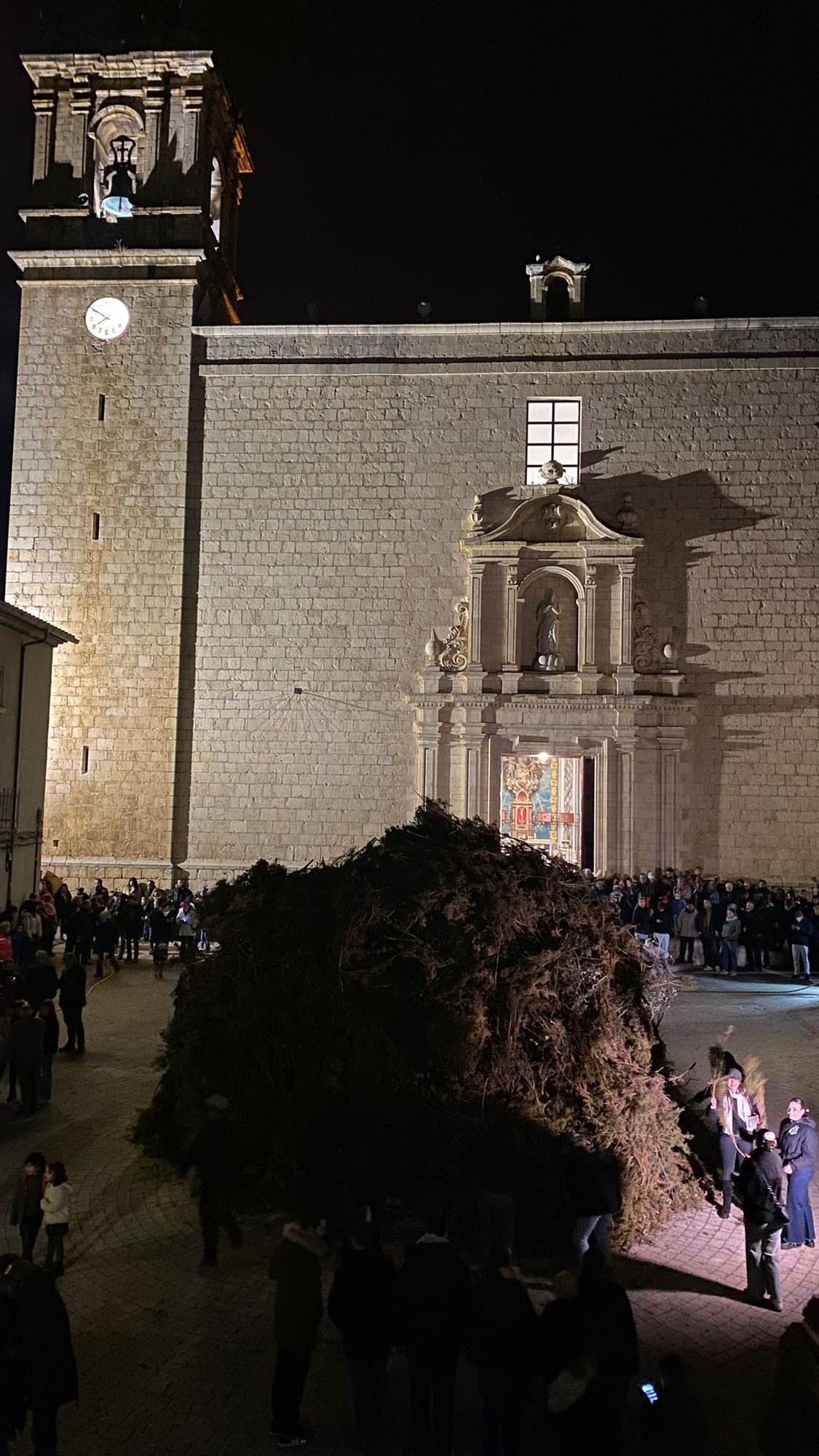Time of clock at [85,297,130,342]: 7:50
